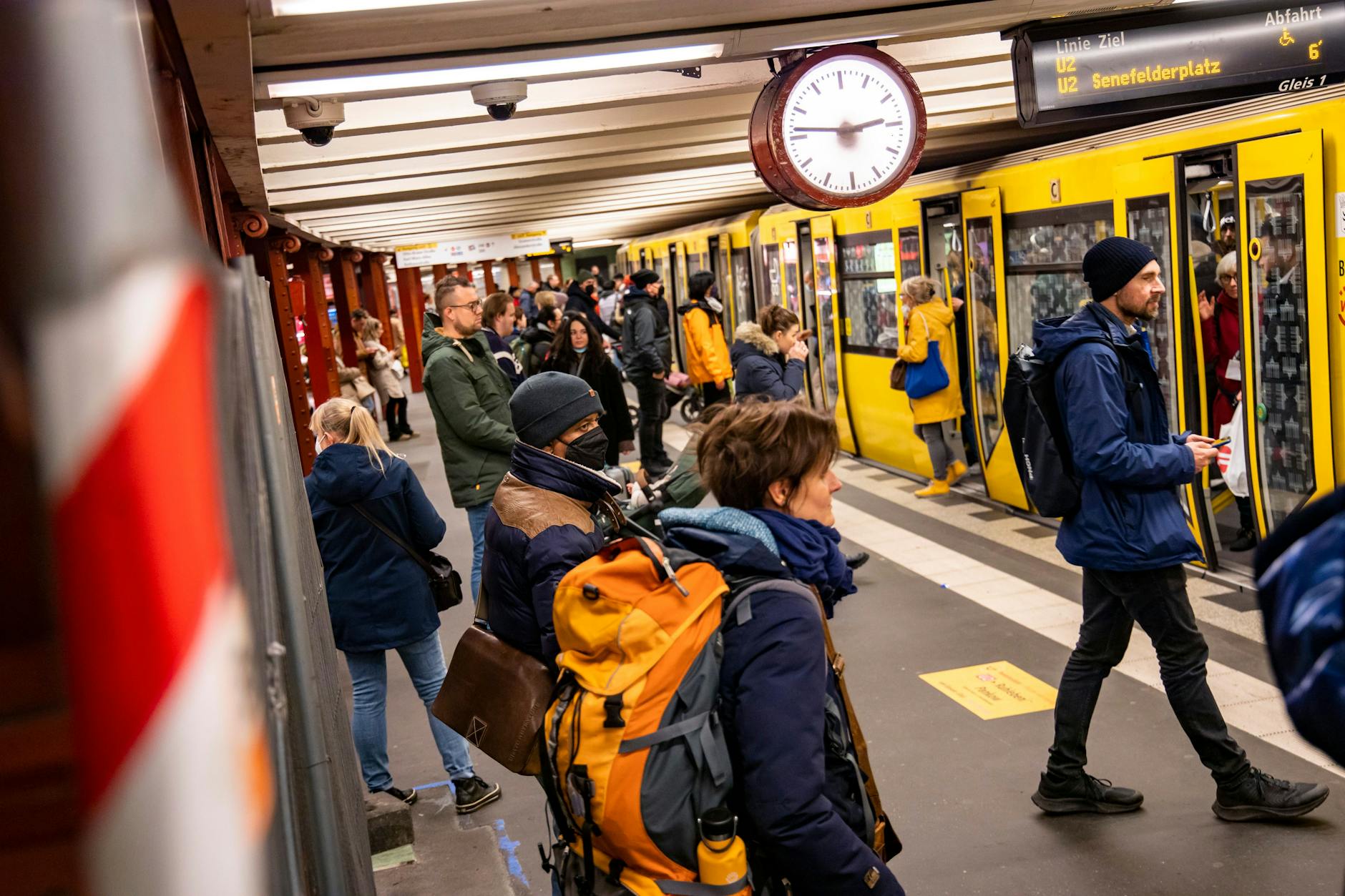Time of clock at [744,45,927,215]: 2:46
